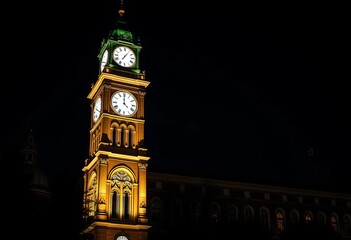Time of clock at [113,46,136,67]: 7:06
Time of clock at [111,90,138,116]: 4:00
